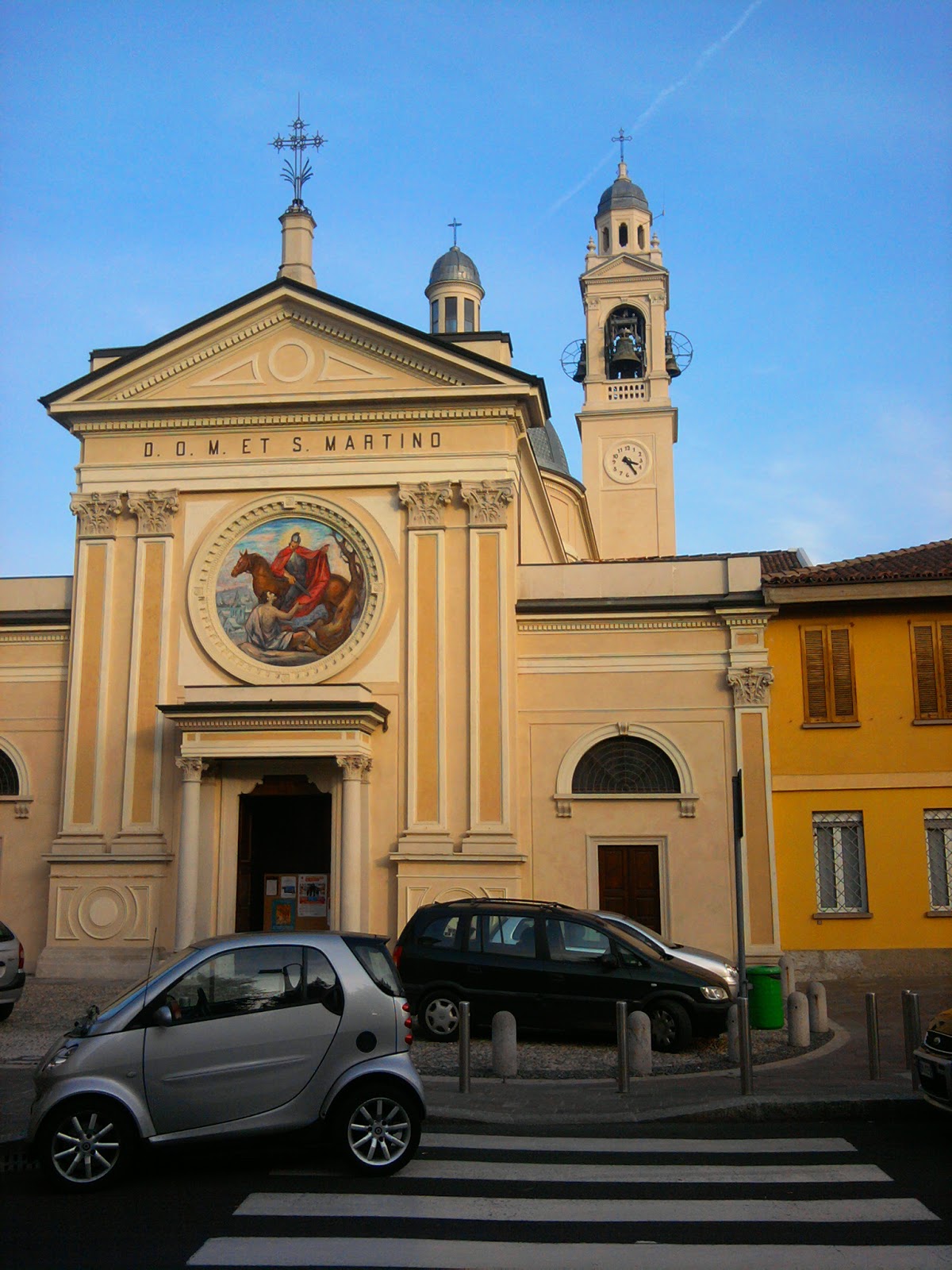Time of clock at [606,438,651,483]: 3:24
